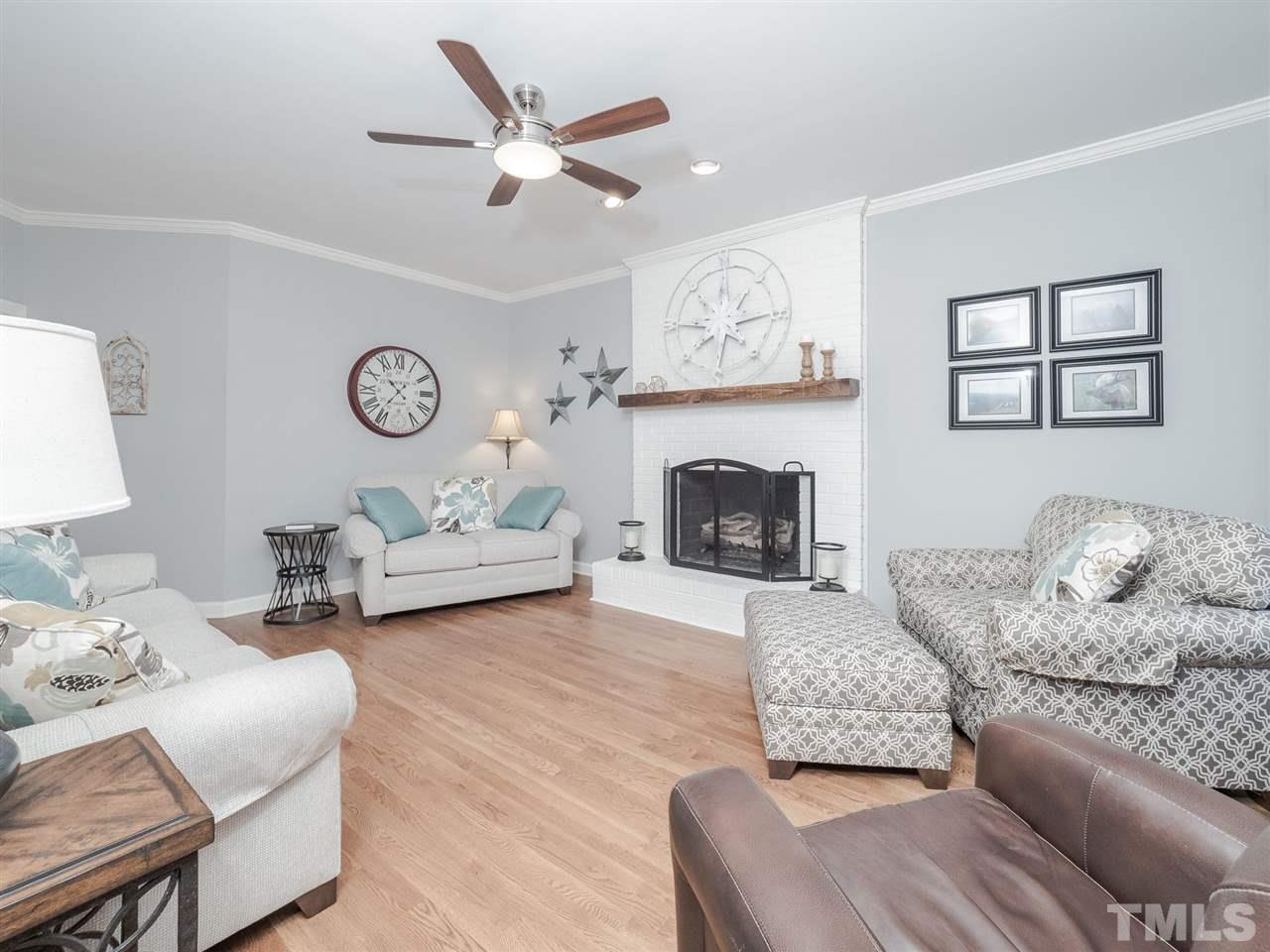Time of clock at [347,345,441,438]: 10:36
